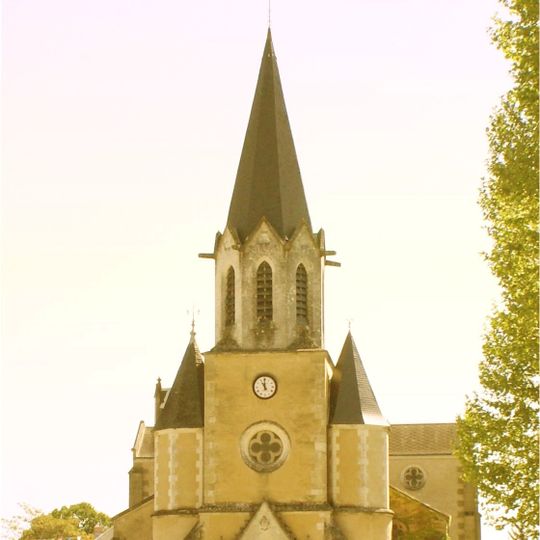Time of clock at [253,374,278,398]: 10:59
